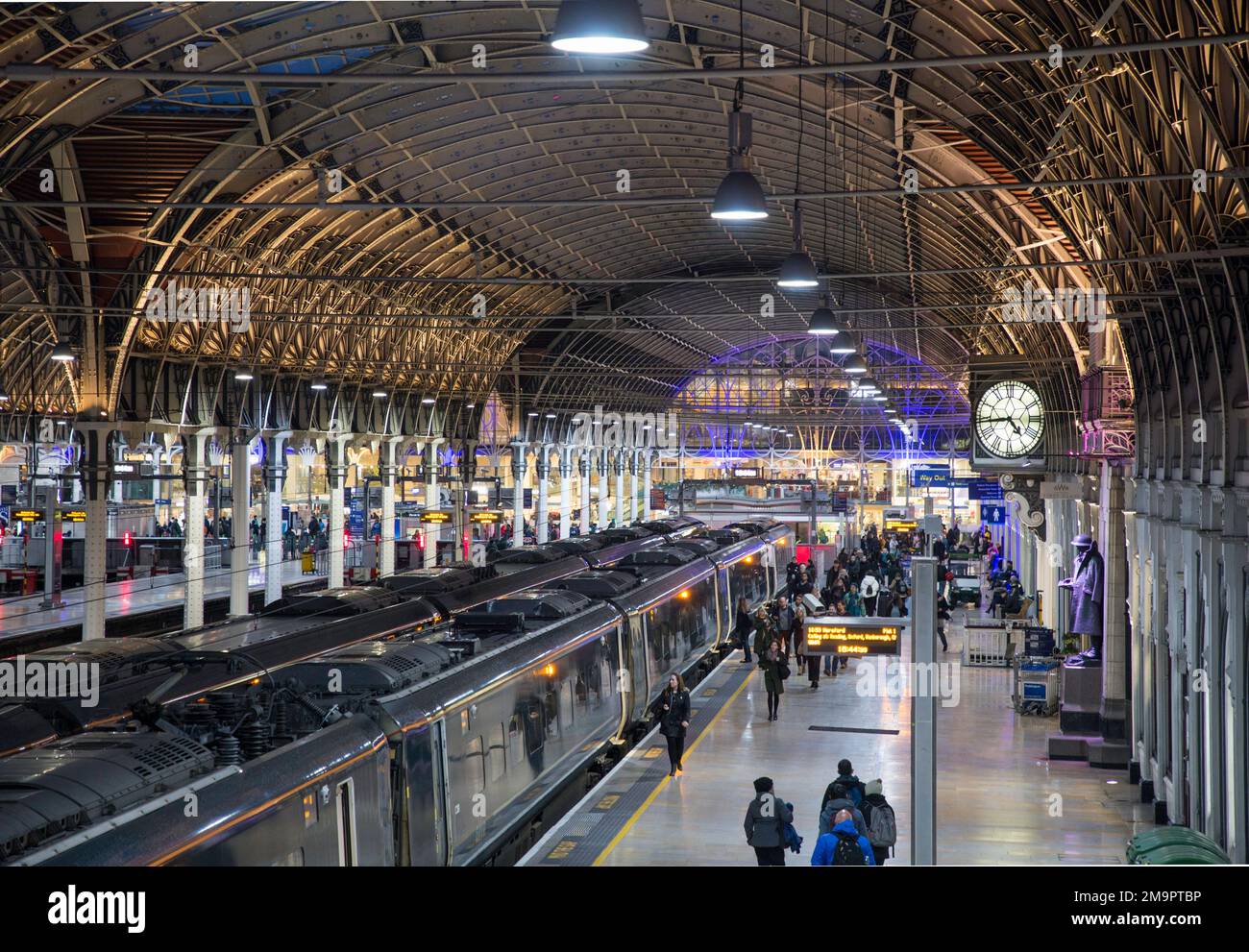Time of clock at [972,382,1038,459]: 4:43
